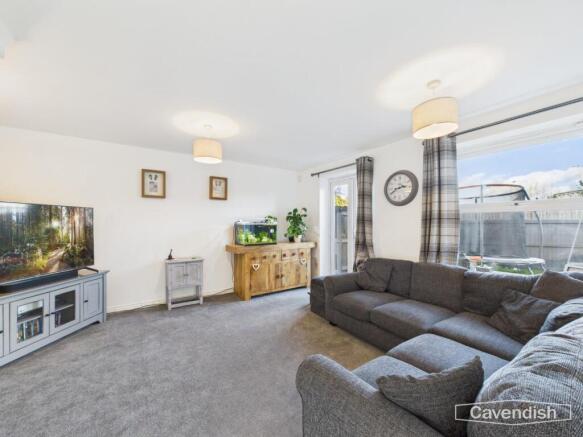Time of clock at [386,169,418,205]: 2:40
